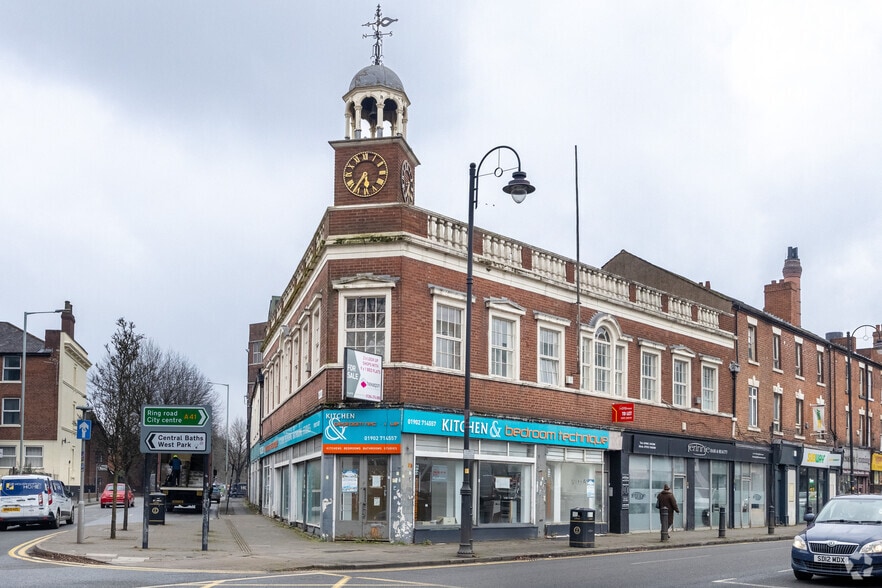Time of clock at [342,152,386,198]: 5:35
